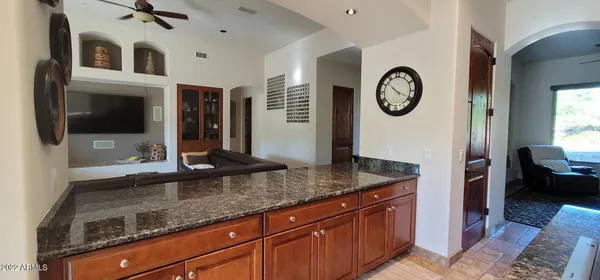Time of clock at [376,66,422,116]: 10:18
